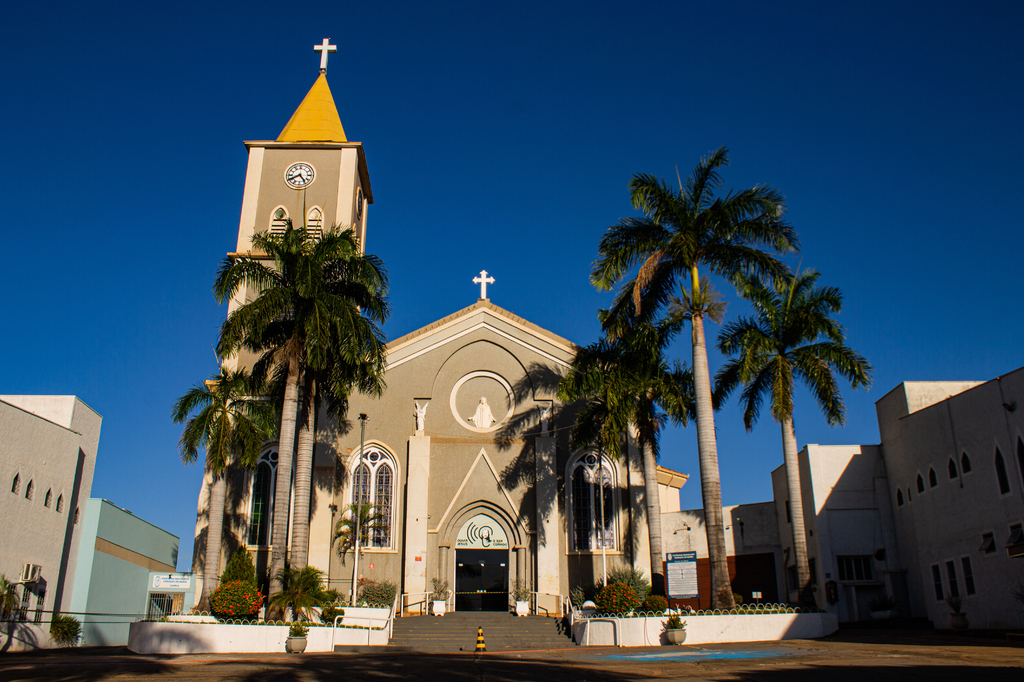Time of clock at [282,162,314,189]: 4:40
